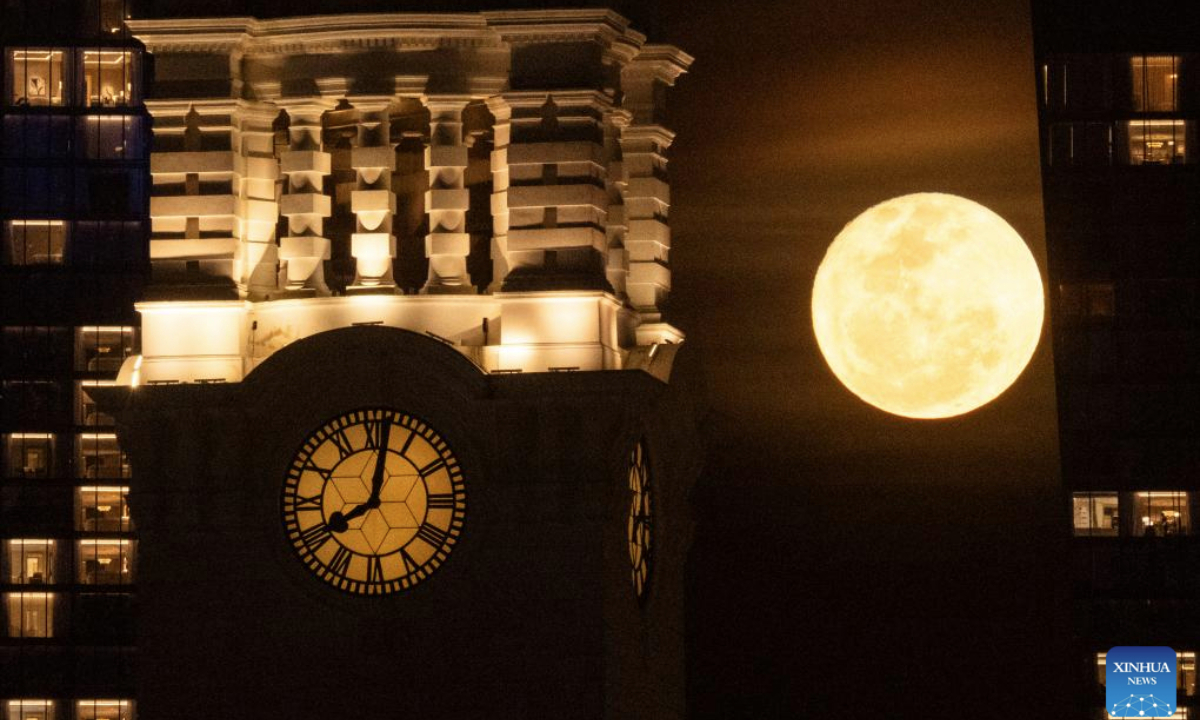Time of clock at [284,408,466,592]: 8:01
